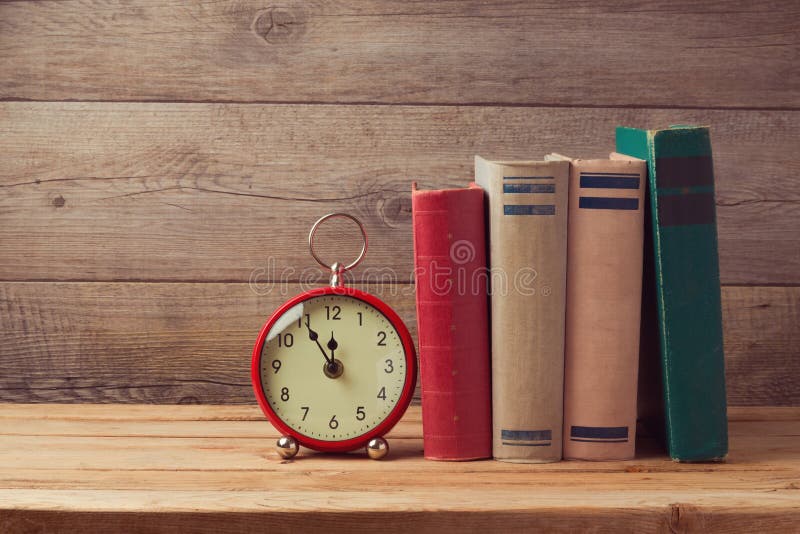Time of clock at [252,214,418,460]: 11:54
